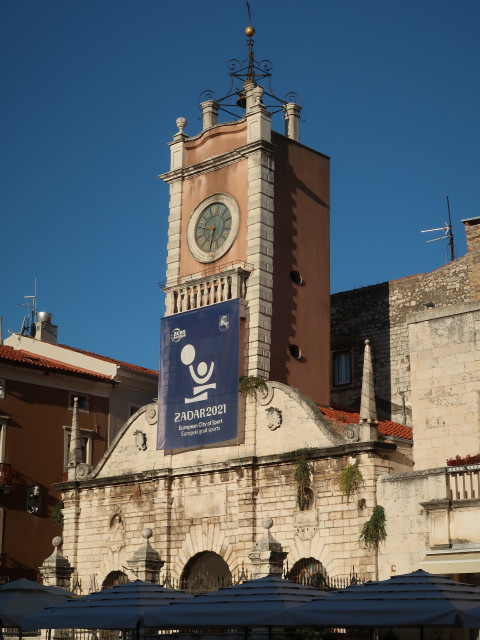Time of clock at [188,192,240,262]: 5:45
